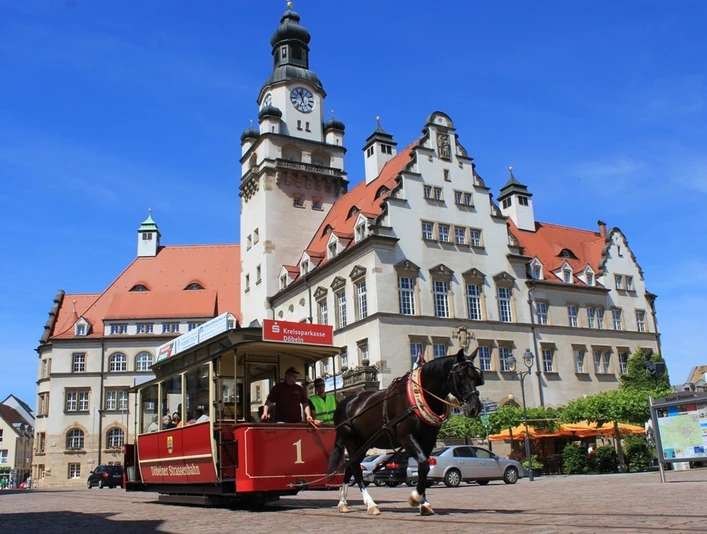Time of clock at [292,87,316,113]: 11:33
